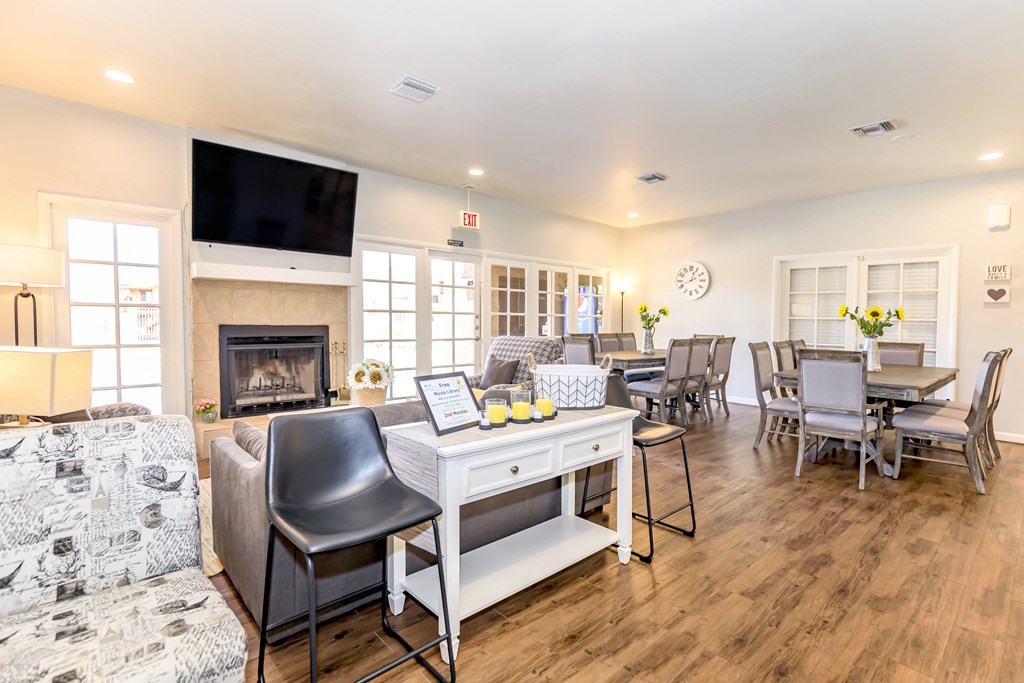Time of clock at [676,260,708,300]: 12:41
